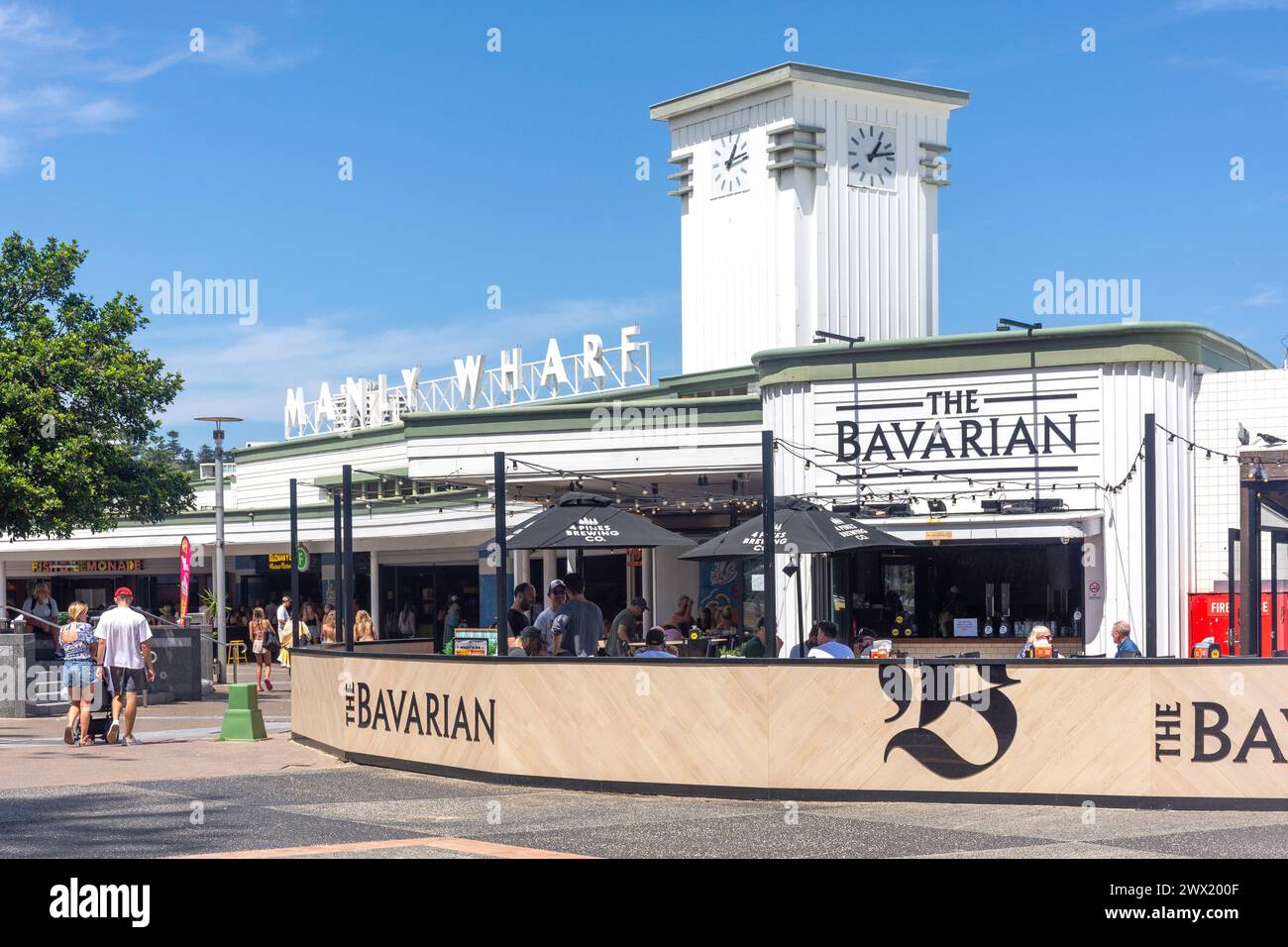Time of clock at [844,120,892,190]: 1:13
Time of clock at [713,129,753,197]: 1:13
